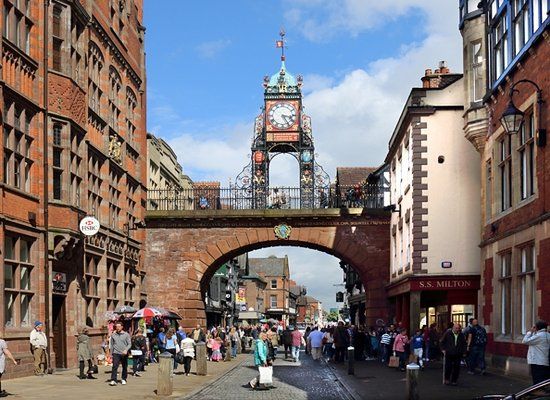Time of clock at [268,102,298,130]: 3:24
